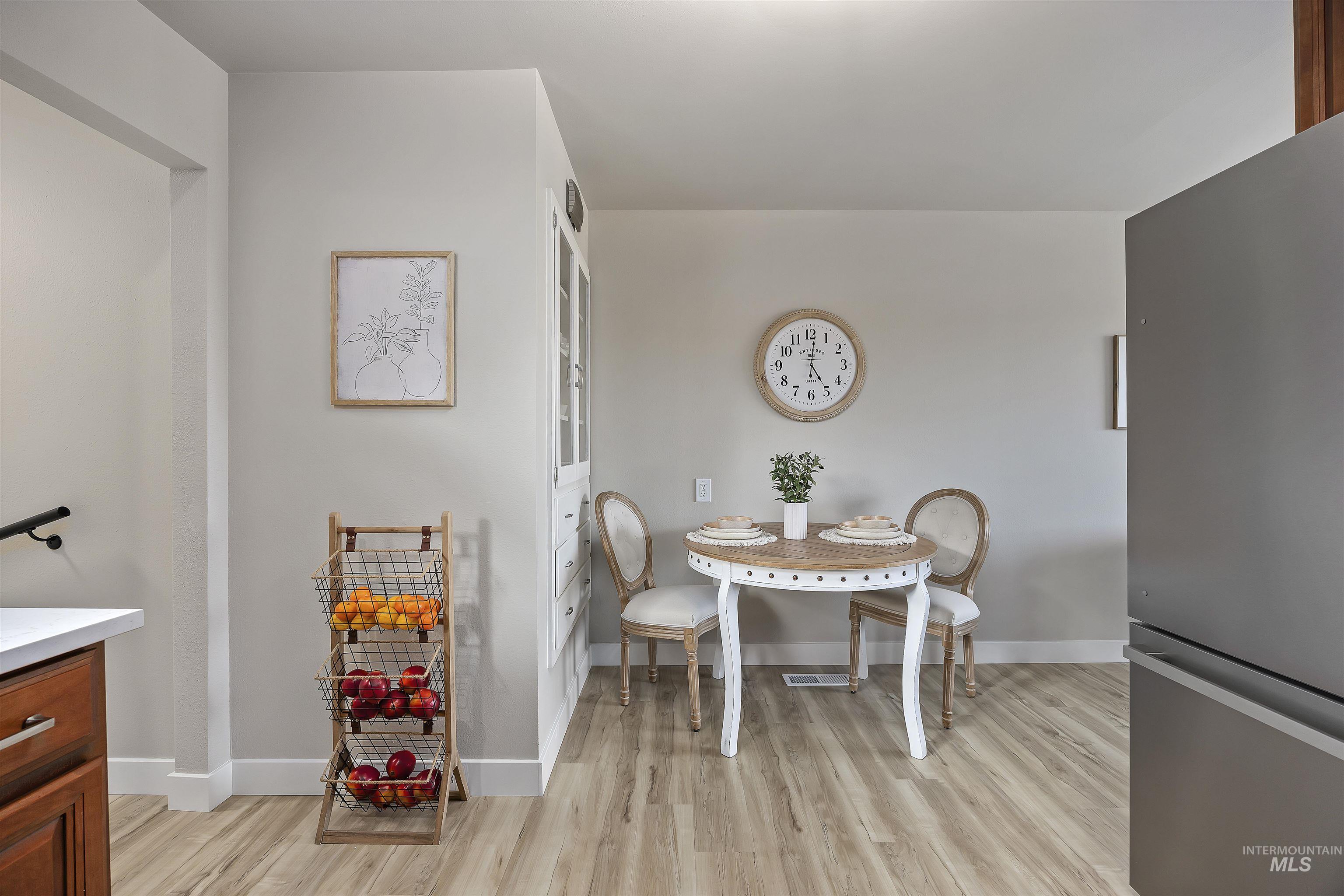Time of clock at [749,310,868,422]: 5:01
